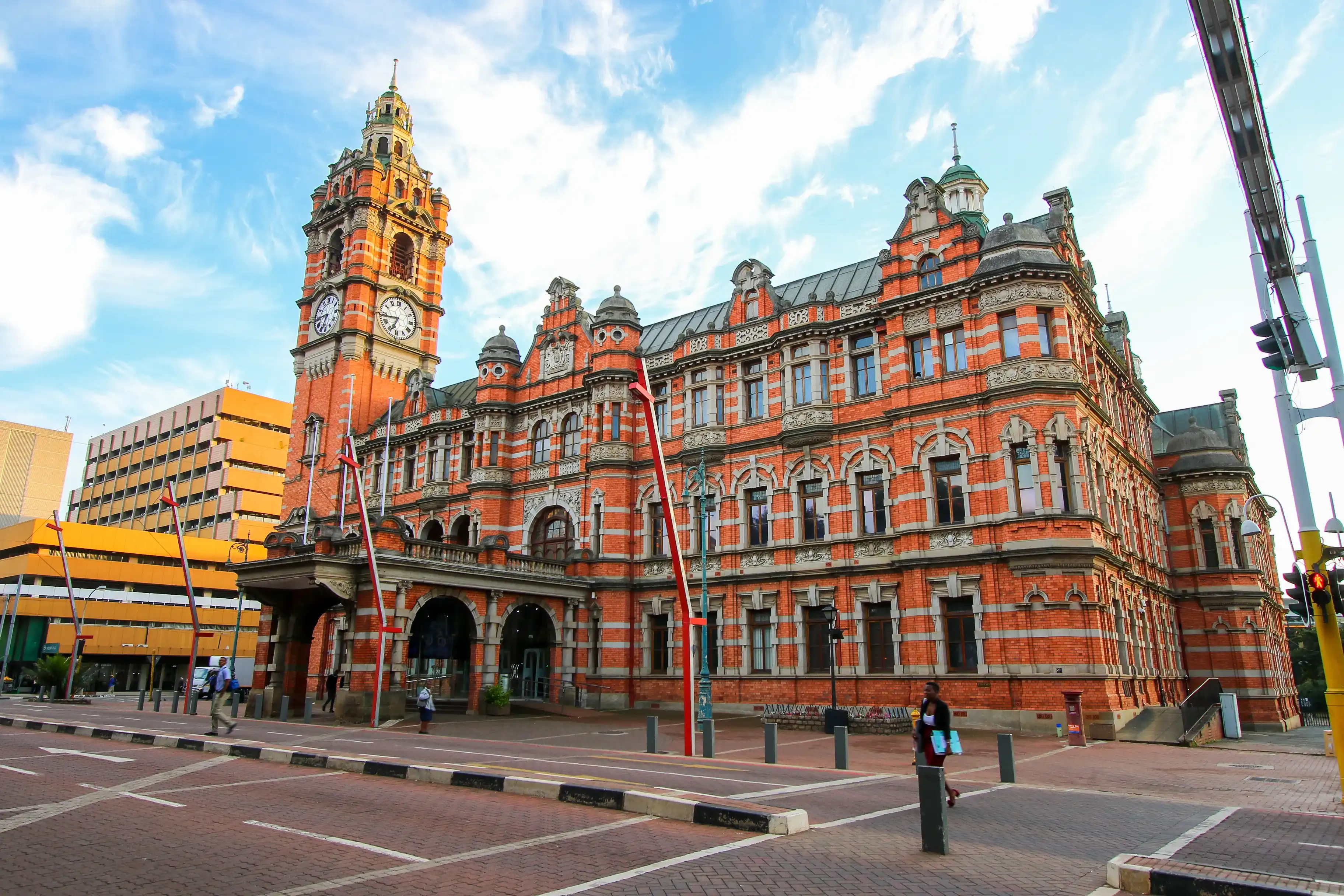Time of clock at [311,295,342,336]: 6:44
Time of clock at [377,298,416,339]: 6:43
